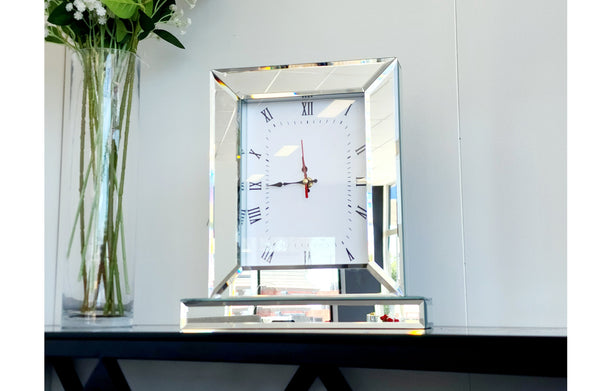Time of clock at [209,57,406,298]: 11:44
